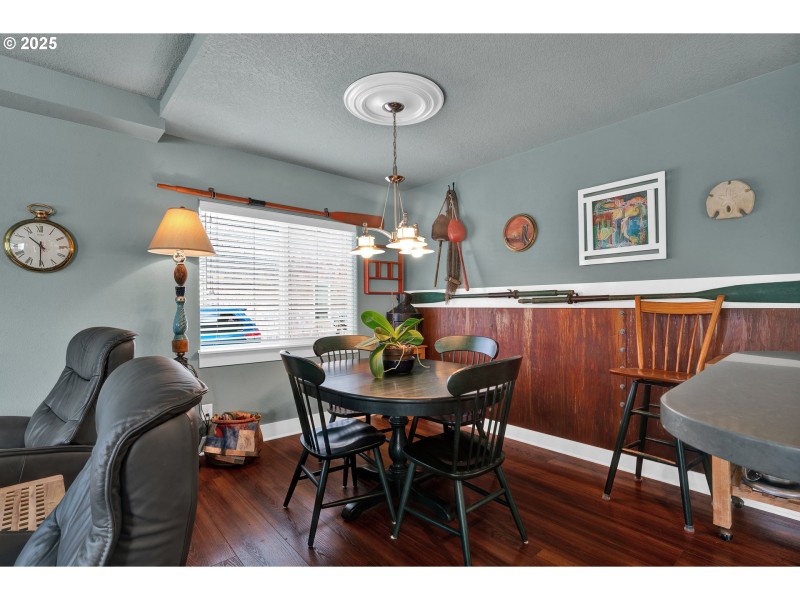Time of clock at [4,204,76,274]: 10:30
